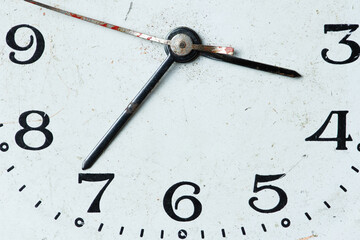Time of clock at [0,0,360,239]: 7:17
